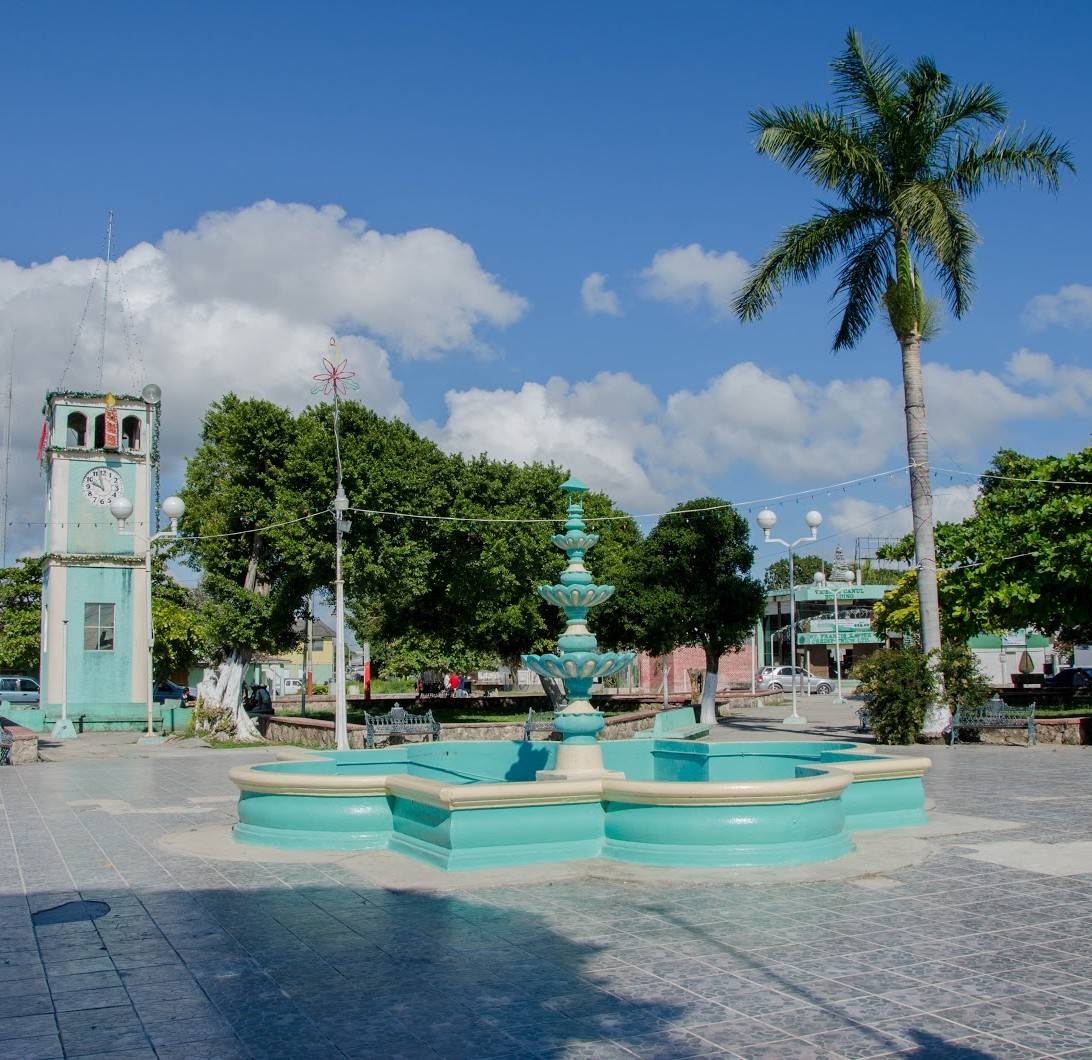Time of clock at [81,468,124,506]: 9:57
